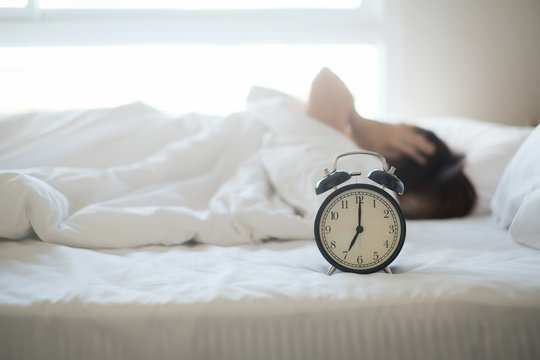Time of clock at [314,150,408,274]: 7:00
